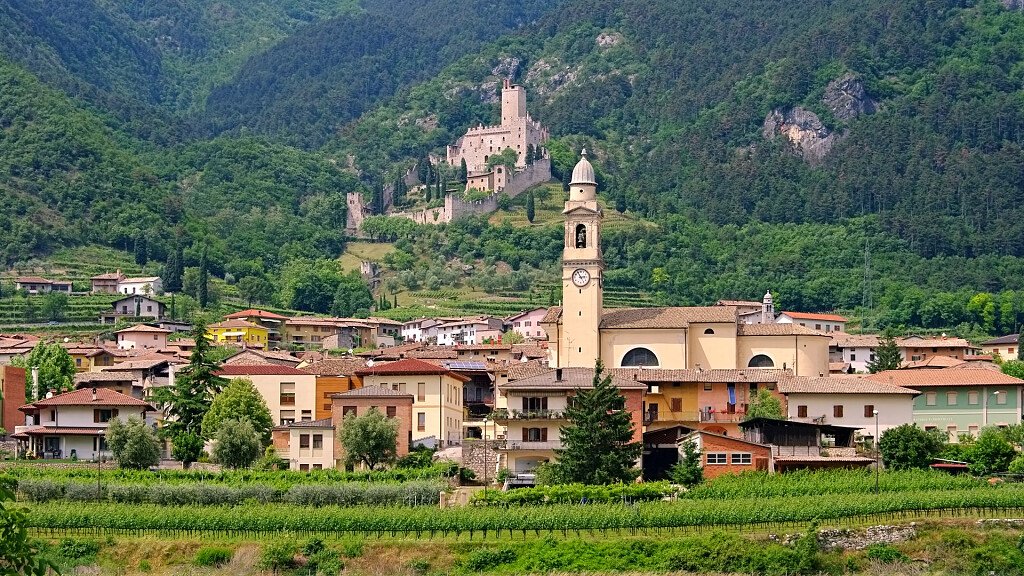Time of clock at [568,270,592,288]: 2:55
